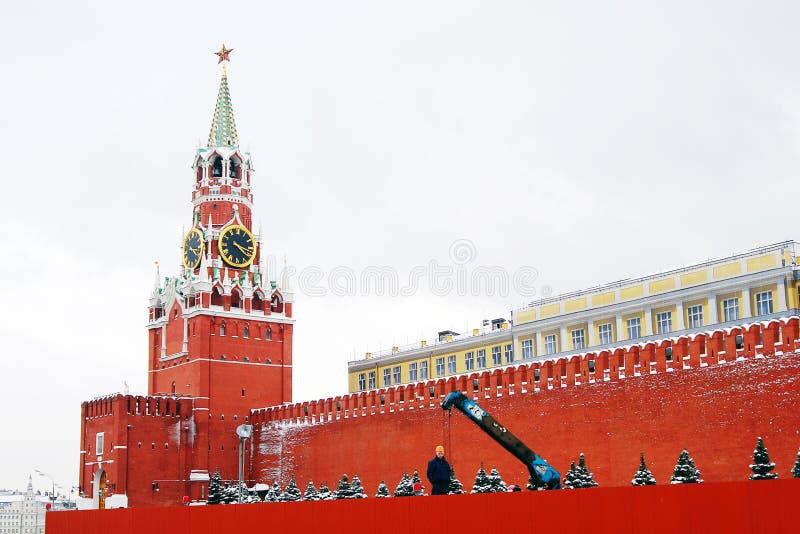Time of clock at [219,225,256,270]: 4:17
